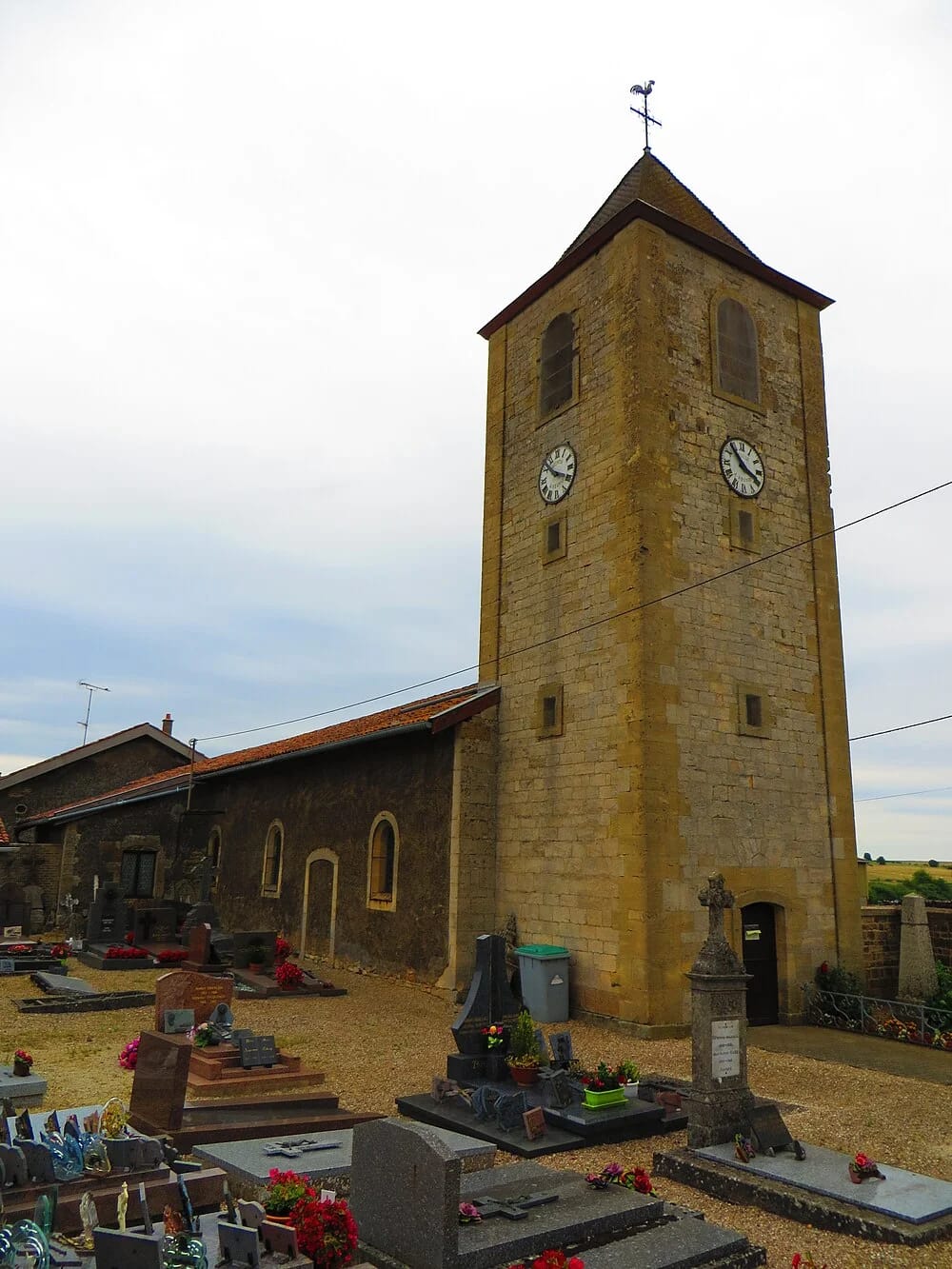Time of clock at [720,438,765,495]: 3:53
